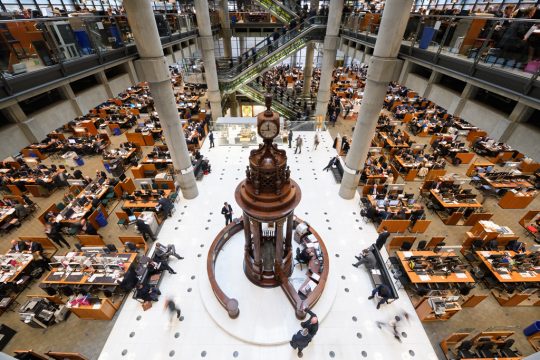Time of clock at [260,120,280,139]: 11:43
